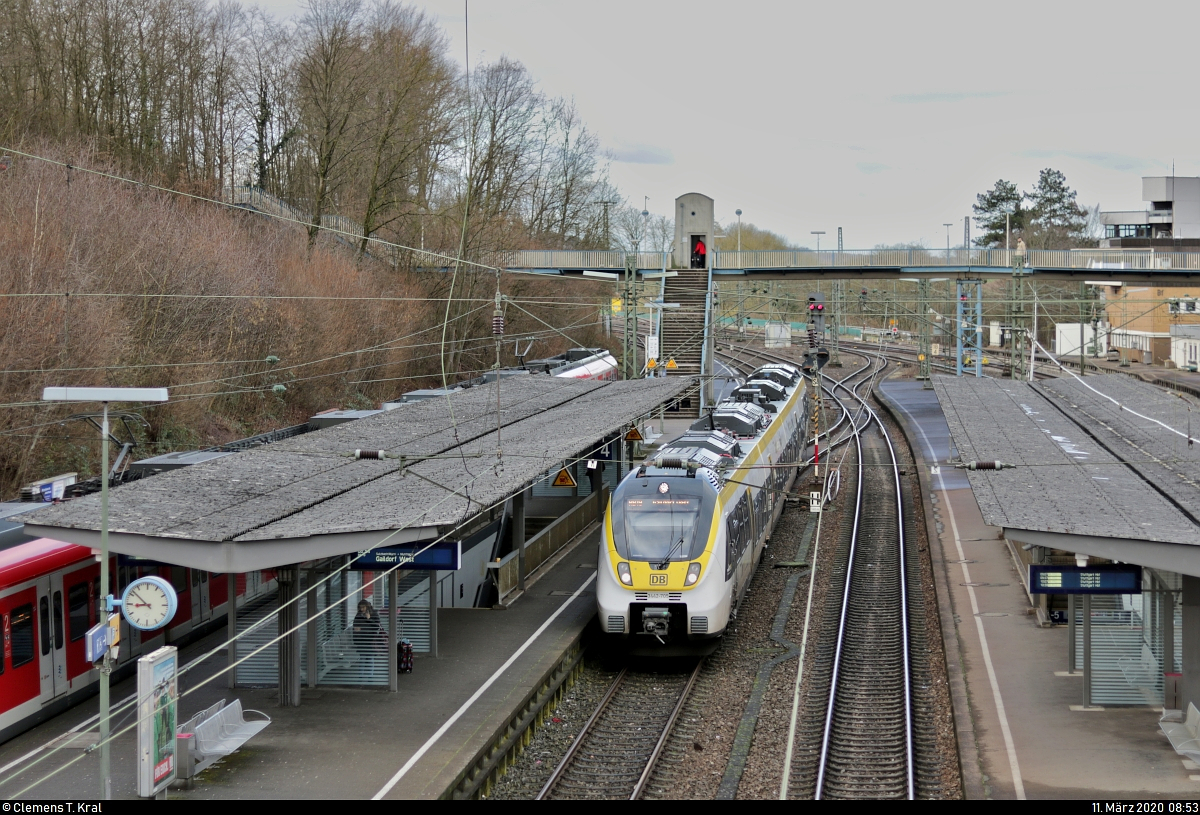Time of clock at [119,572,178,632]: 8:52
